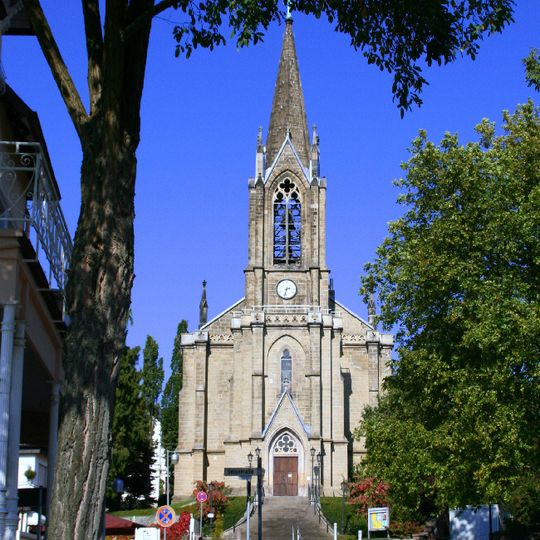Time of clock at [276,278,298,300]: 2:32
